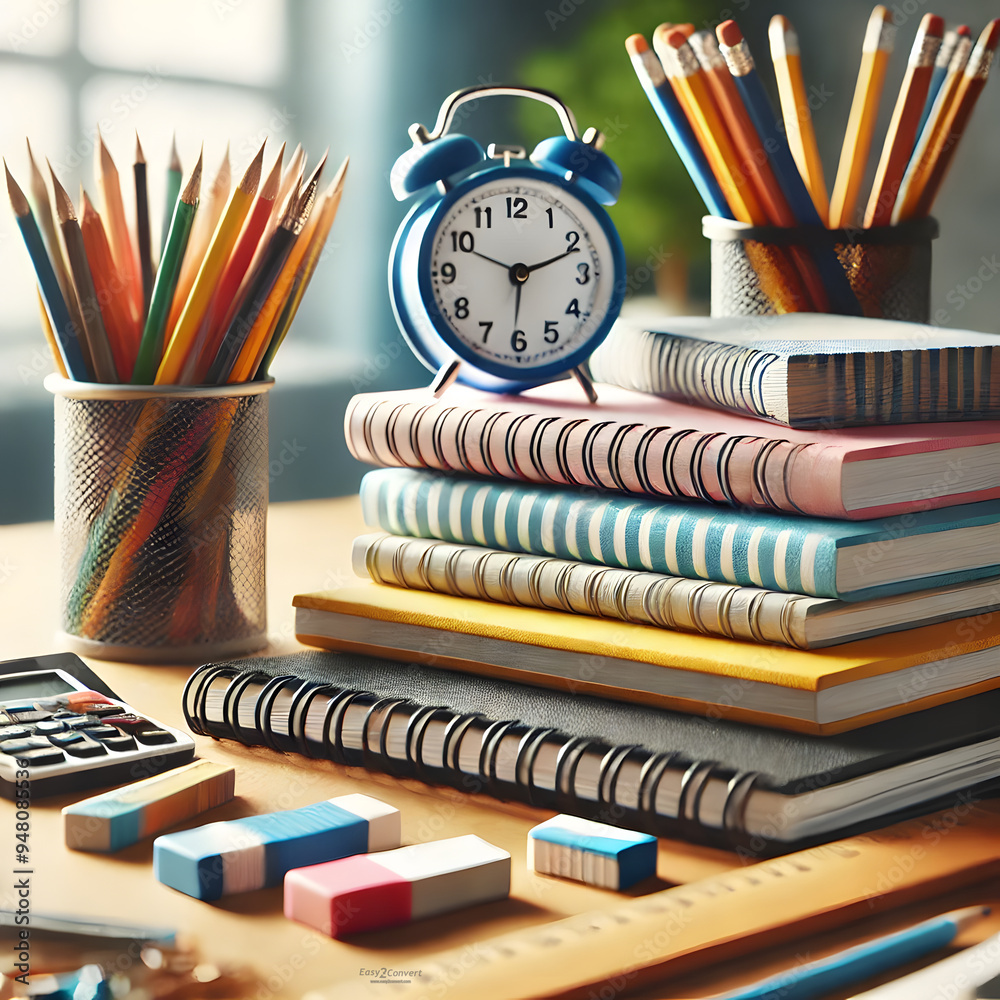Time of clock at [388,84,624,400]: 2:11
